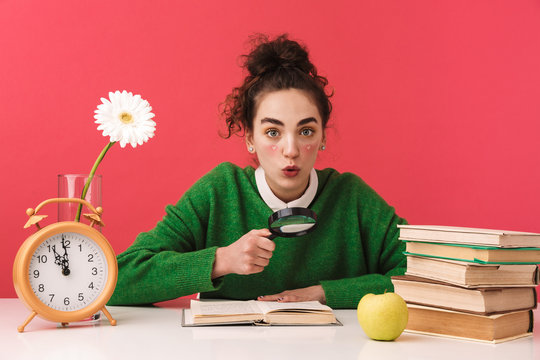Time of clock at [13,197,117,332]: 10:59
